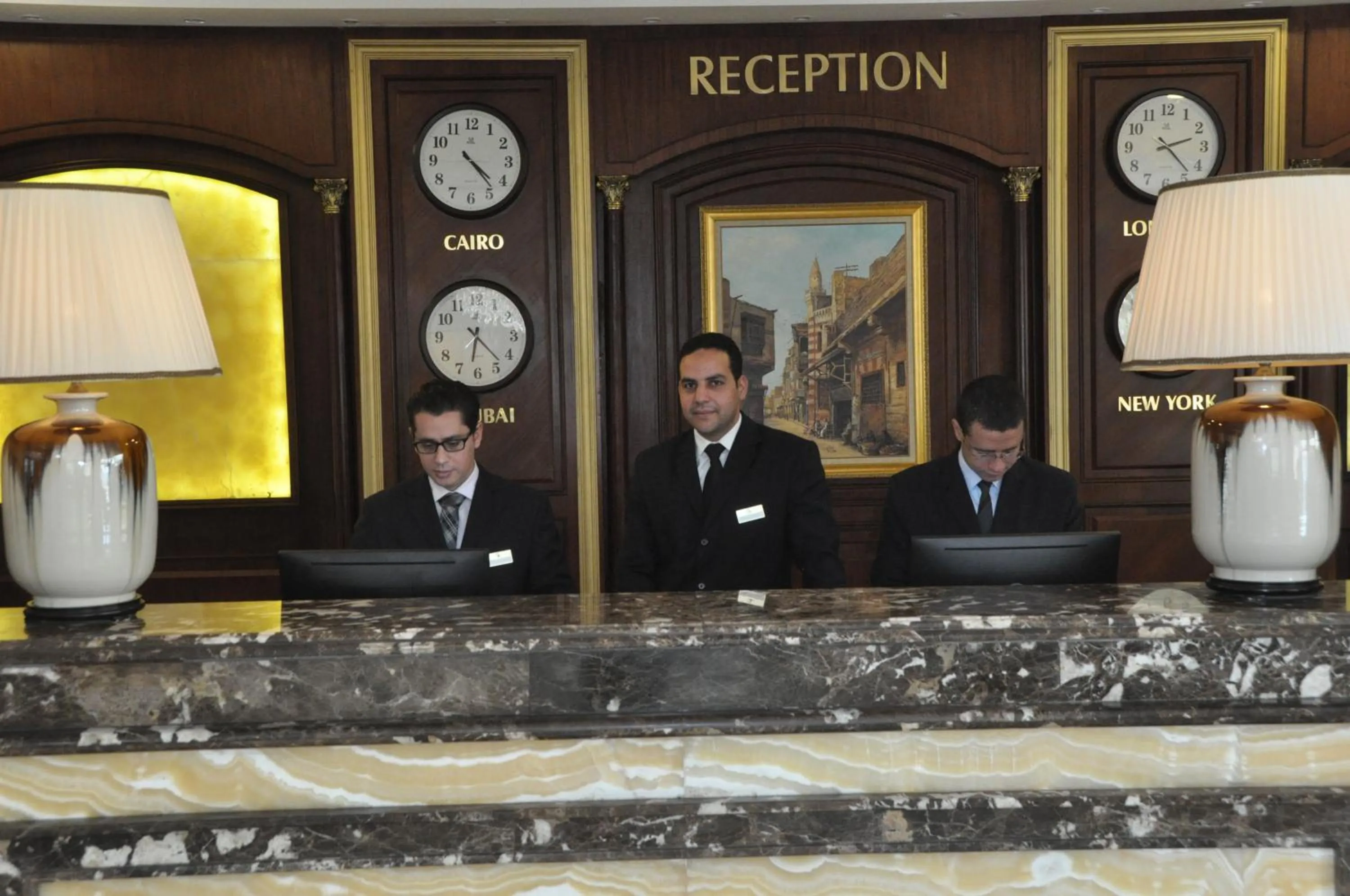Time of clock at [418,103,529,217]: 4:23
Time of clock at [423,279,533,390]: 6:22
